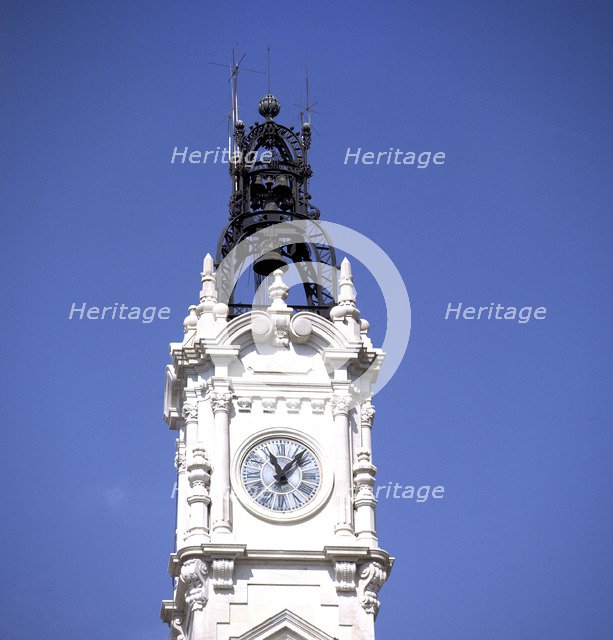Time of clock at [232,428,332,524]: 11:07
